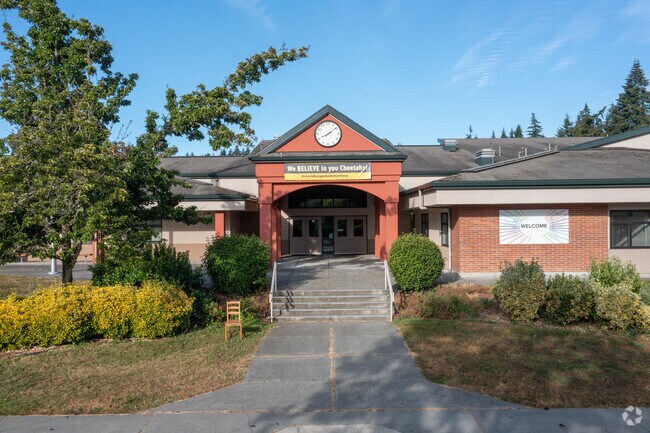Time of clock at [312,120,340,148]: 8:08
